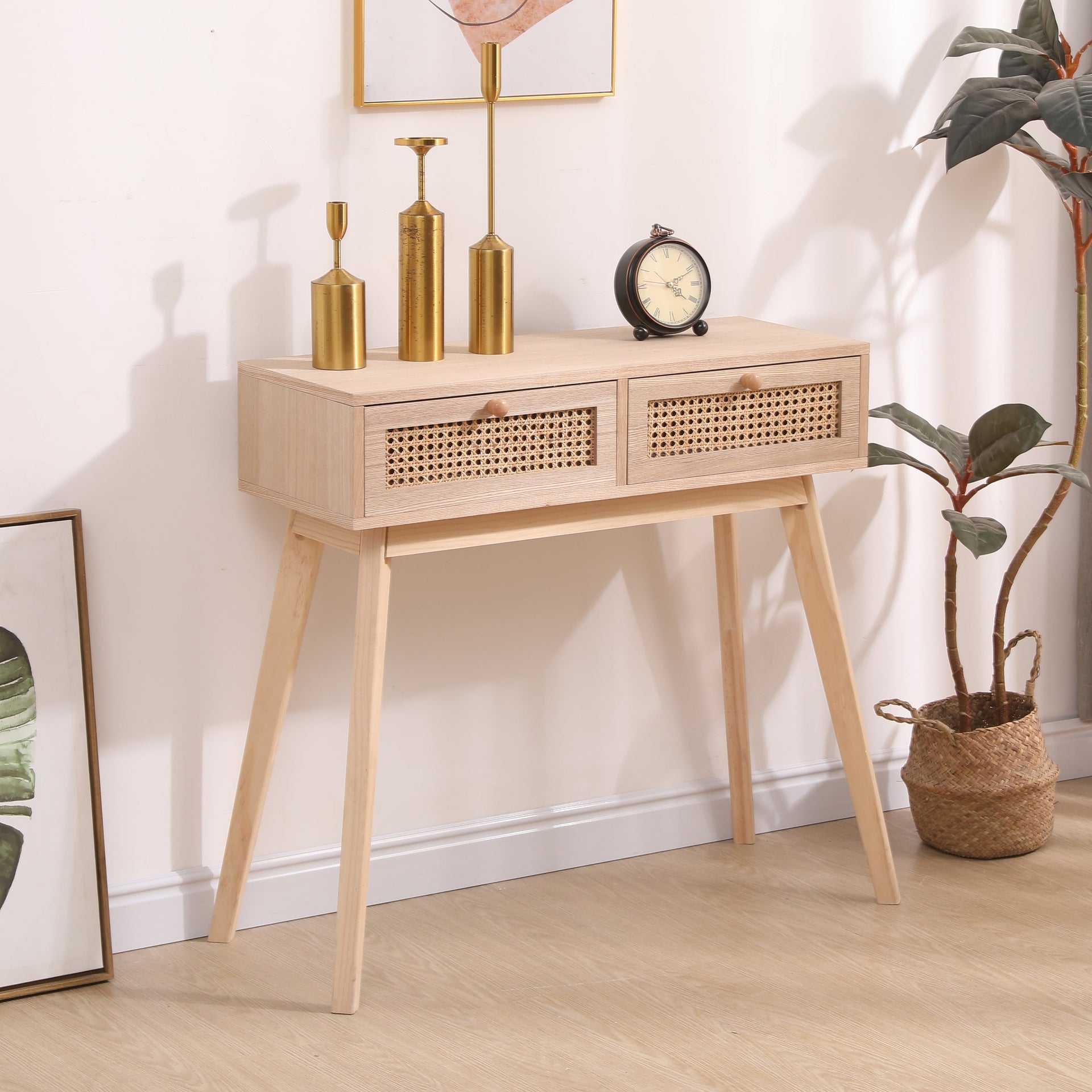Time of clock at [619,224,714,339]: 4:11
